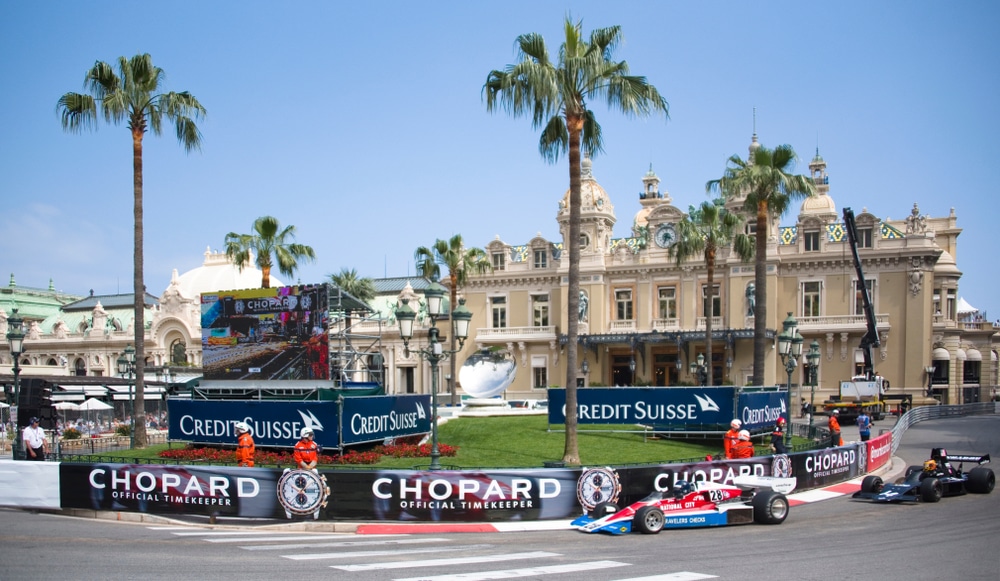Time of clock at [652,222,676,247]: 3:32
